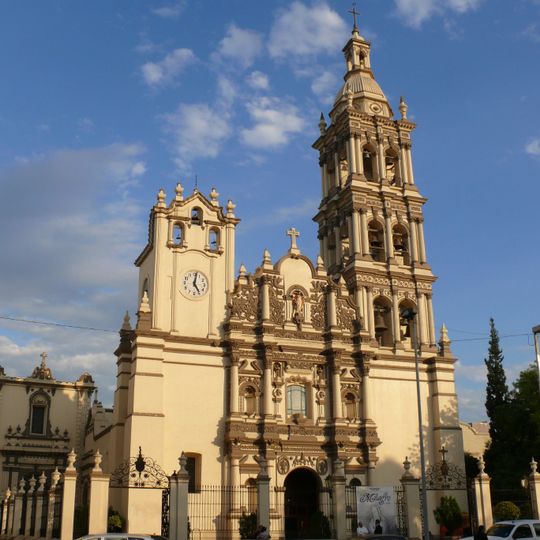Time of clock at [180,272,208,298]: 5:01
